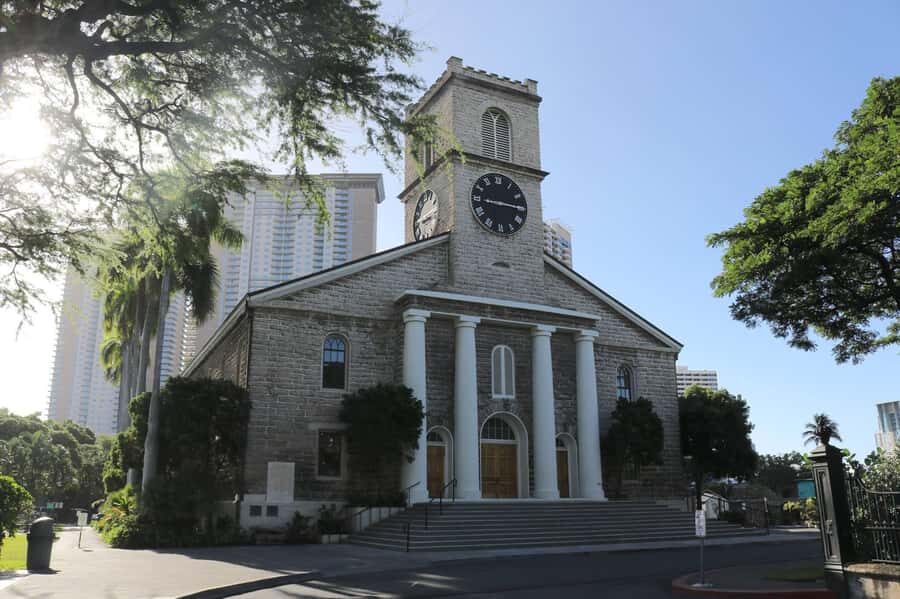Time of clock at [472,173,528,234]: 9:15
